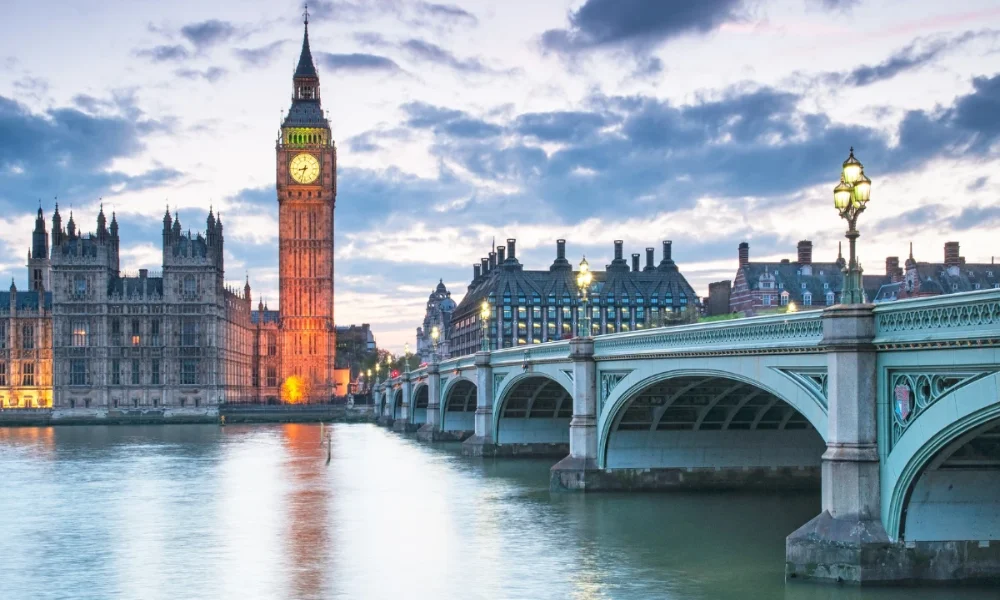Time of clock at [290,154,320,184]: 8:33
